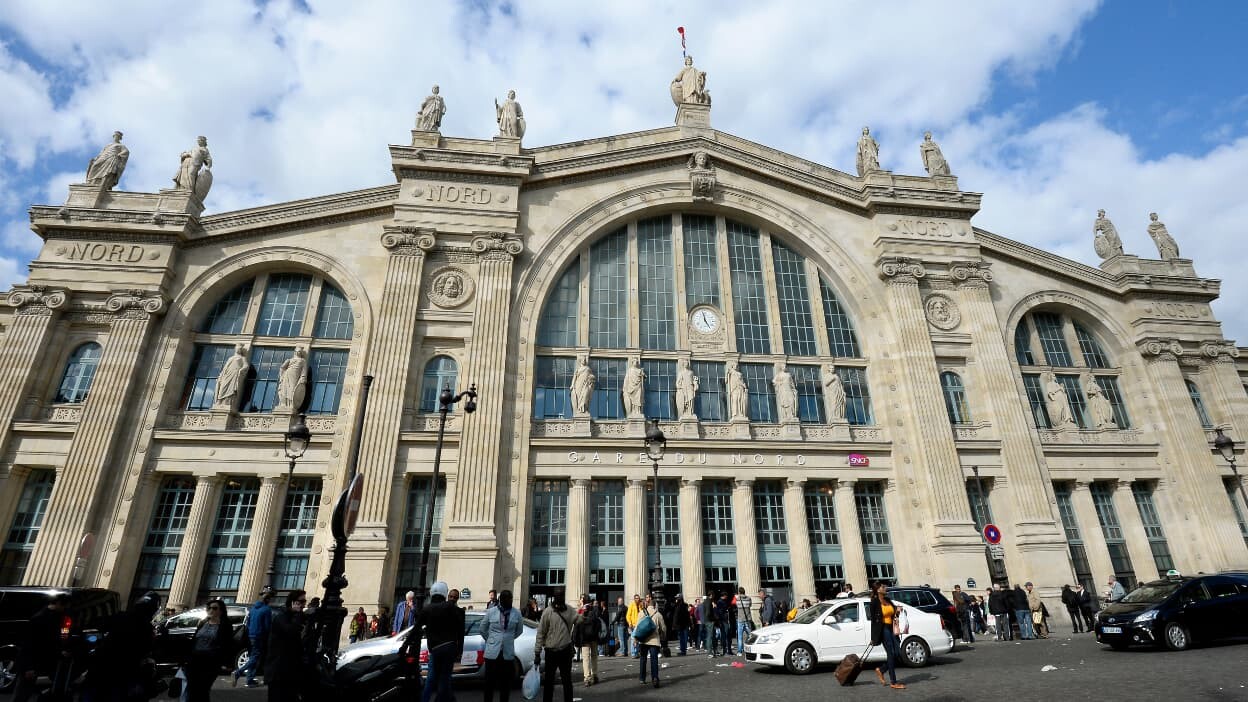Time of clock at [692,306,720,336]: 4:57
